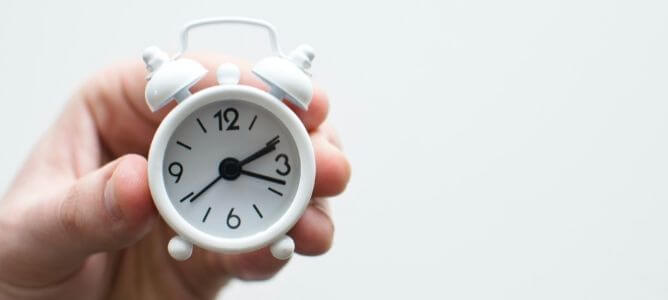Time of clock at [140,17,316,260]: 2:18
